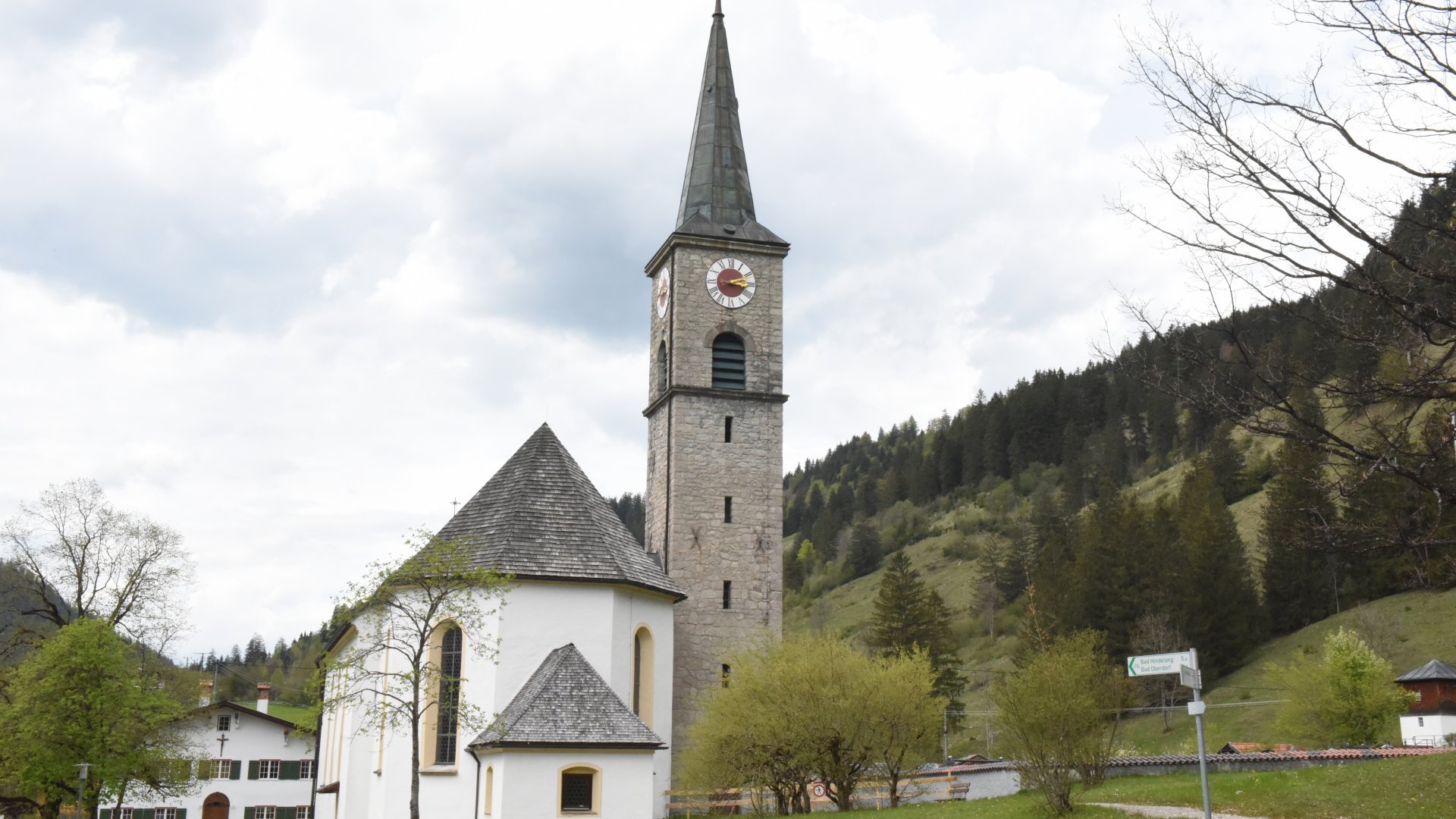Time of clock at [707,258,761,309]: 2:15
